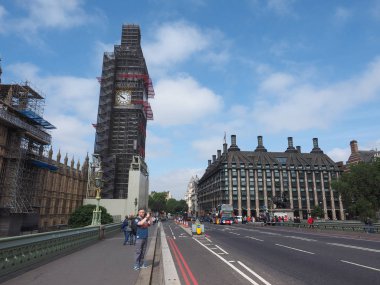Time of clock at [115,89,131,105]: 9:51
